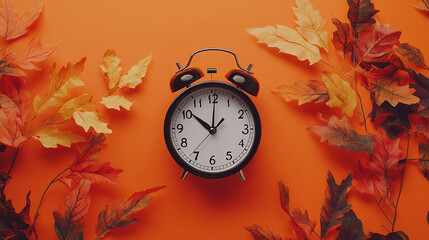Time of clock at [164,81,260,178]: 10:00
